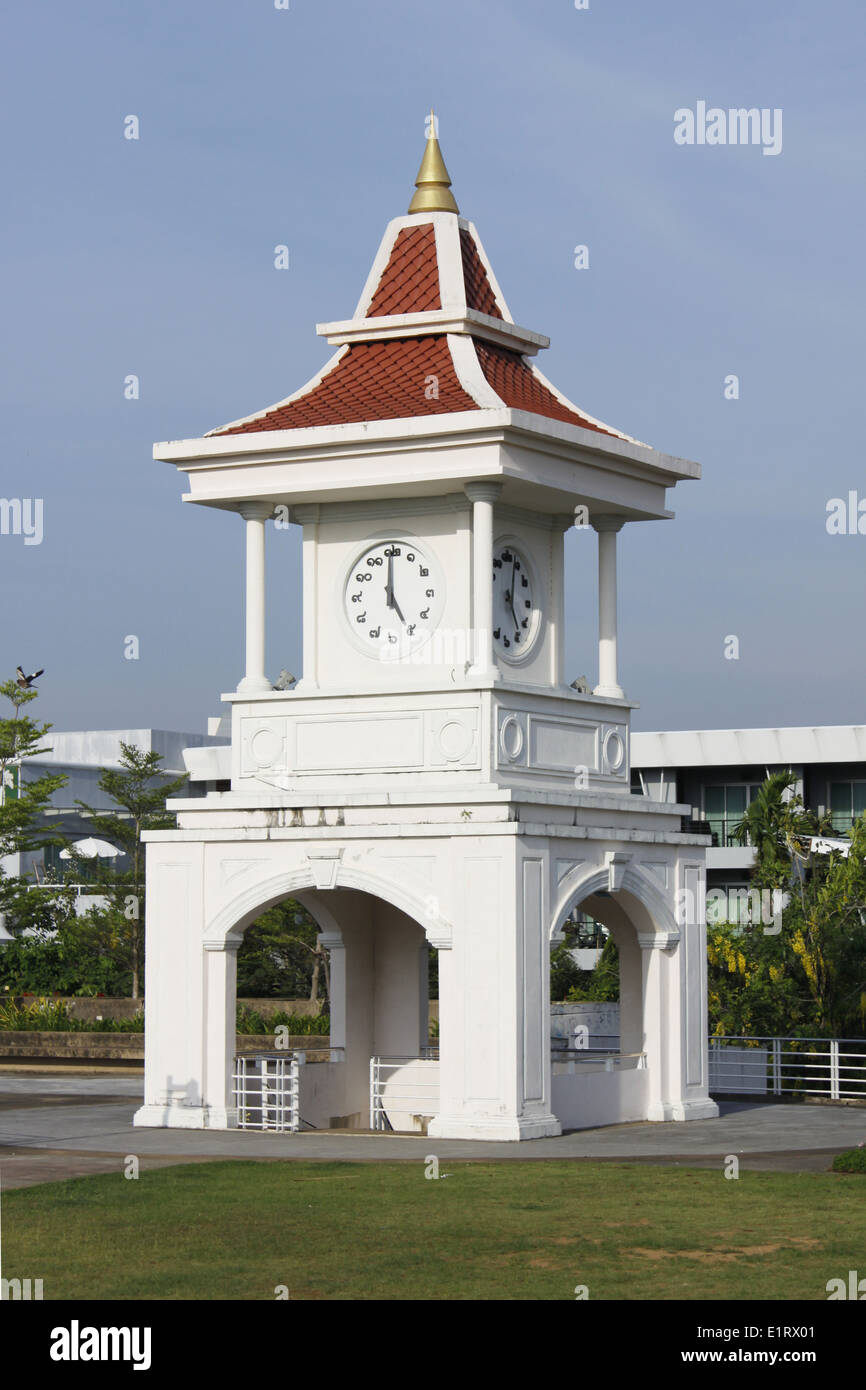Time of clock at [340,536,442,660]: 5:00
